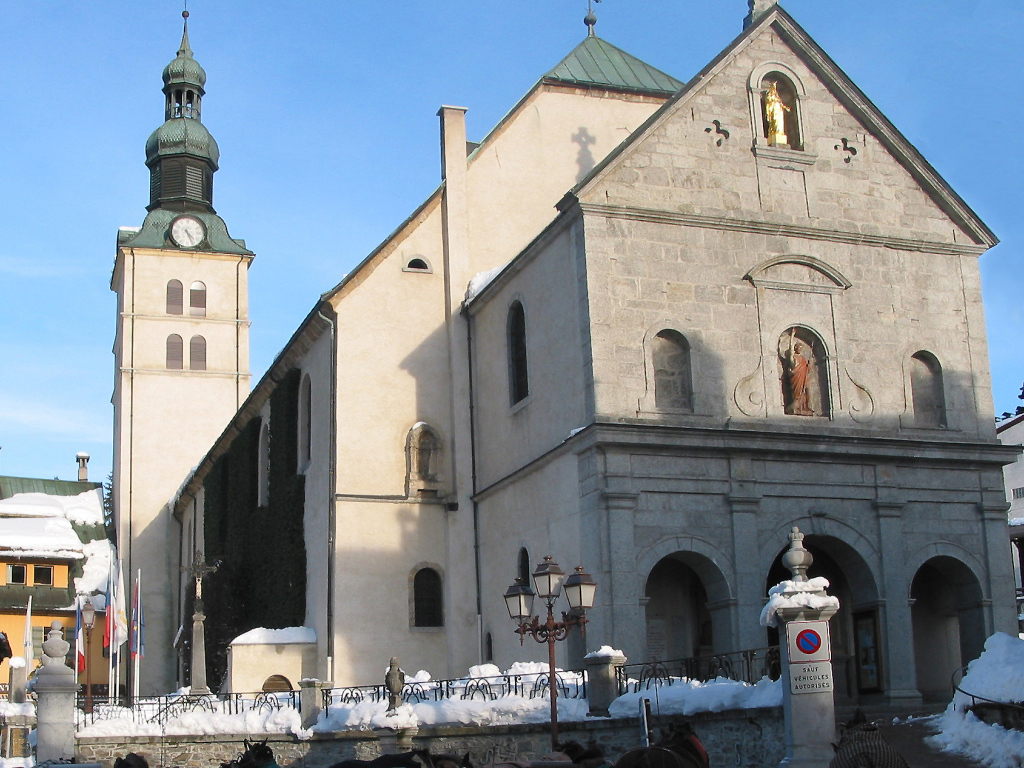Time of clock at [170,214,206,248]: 4:25
